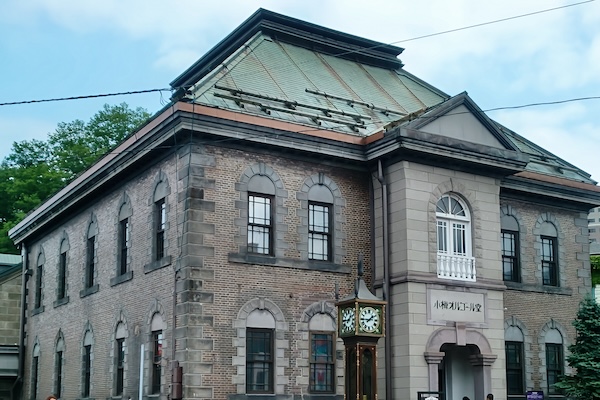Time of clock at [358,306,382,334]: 1:44
